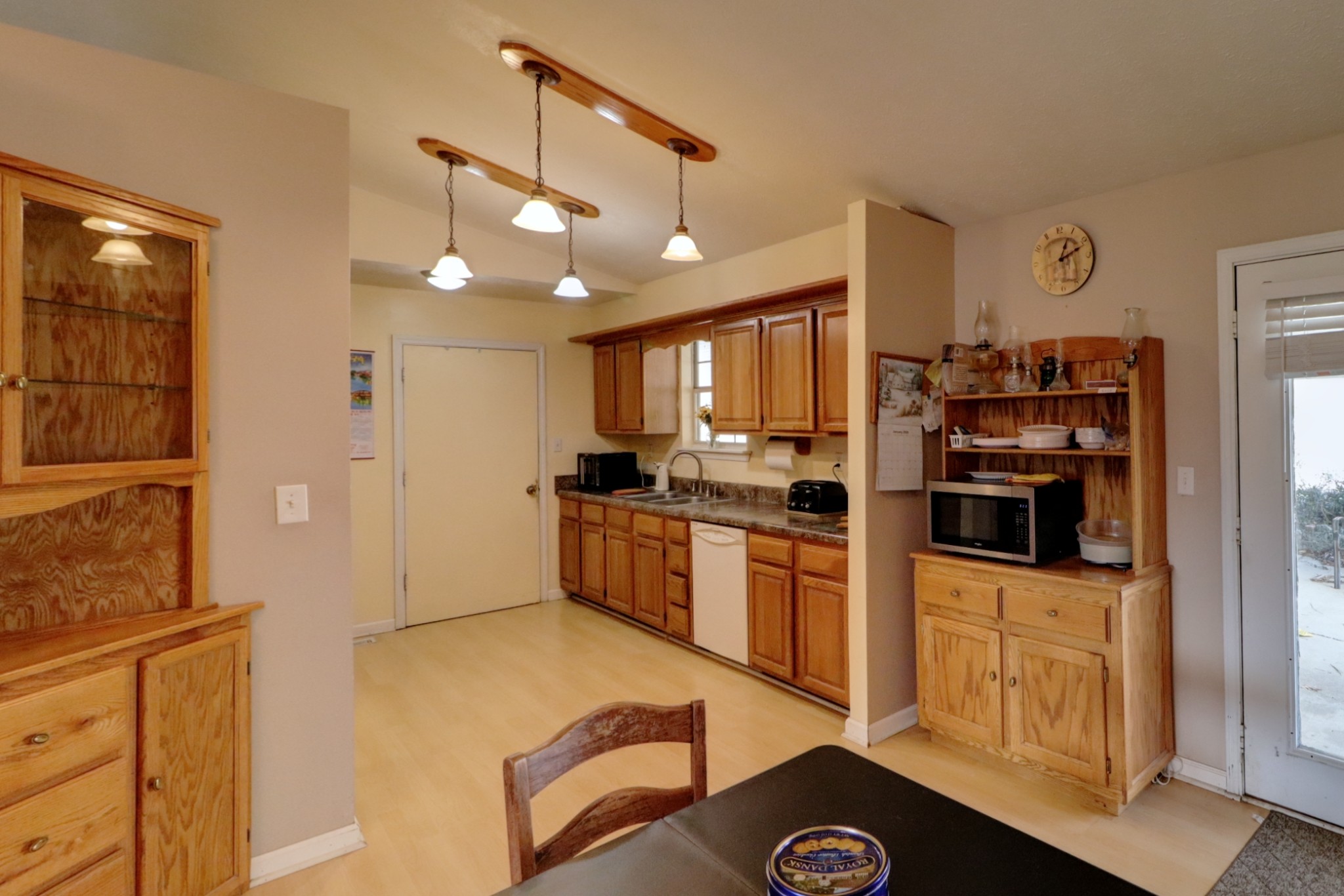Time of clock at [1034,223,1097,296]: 1:11
